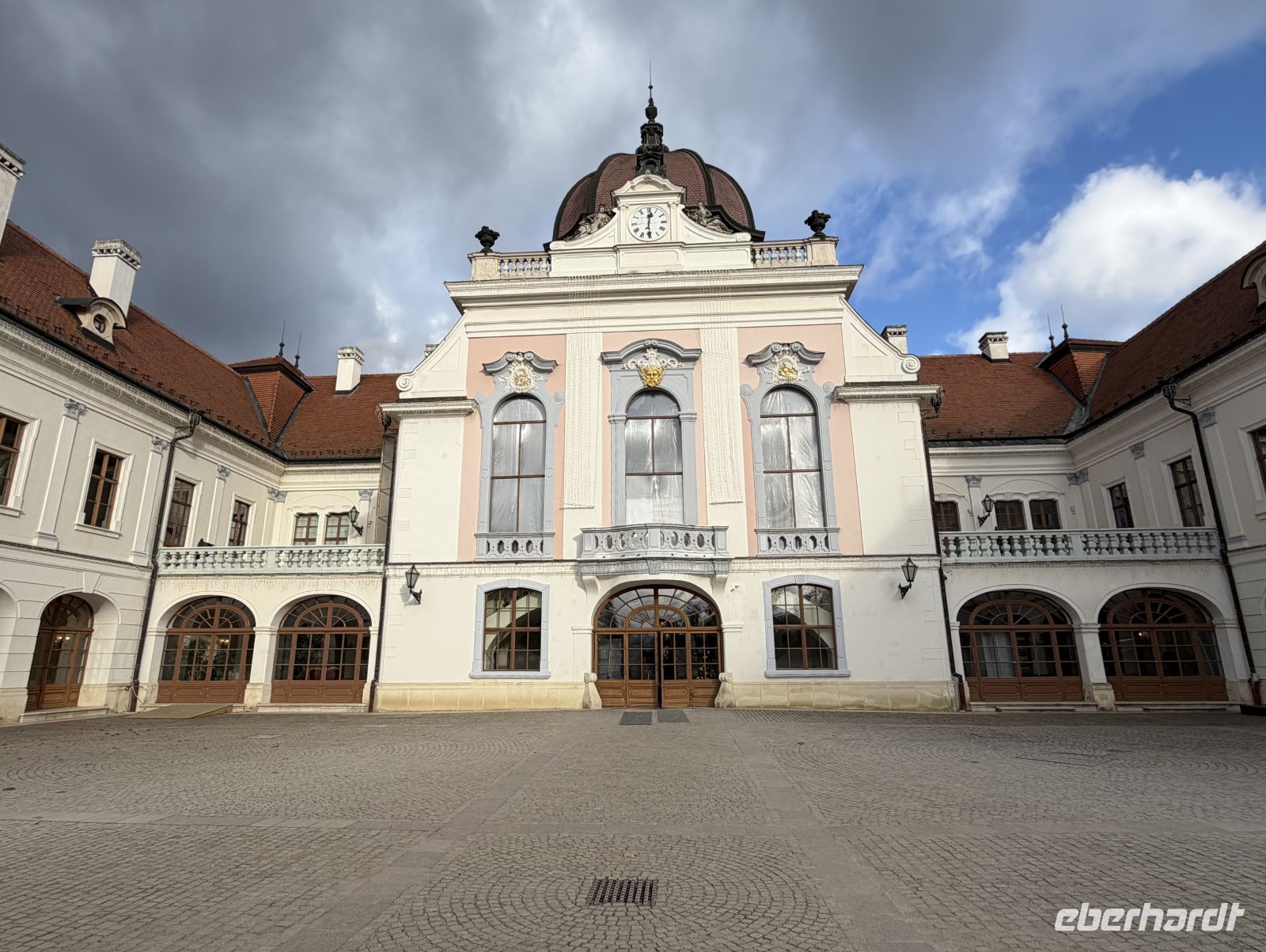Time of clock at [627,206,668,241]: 12:30
